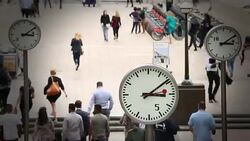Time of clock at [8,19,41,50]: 3:09
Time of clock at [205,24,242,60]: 3:09
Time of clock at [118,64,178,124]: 3:09
